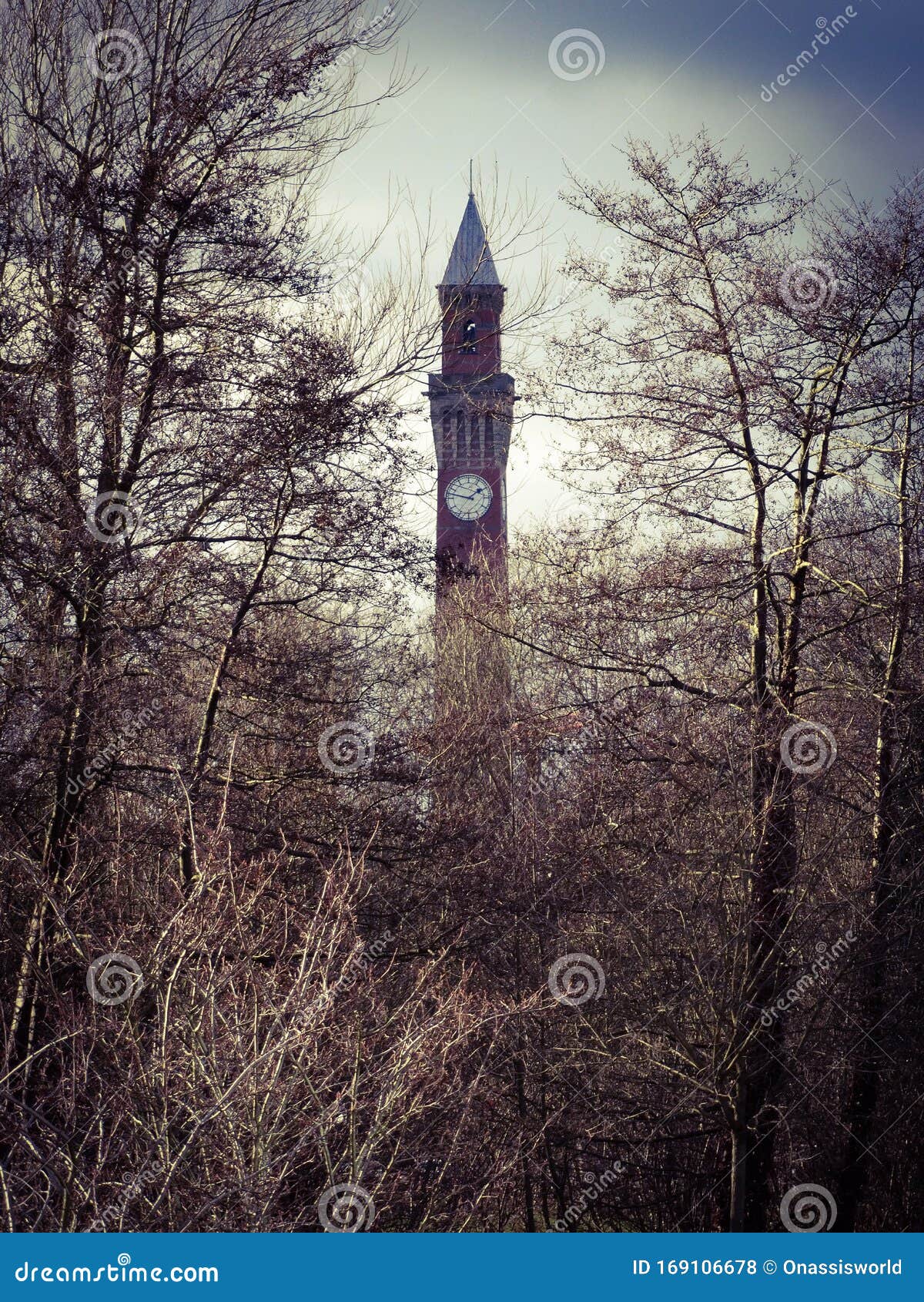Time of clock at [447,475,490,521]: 1:47
